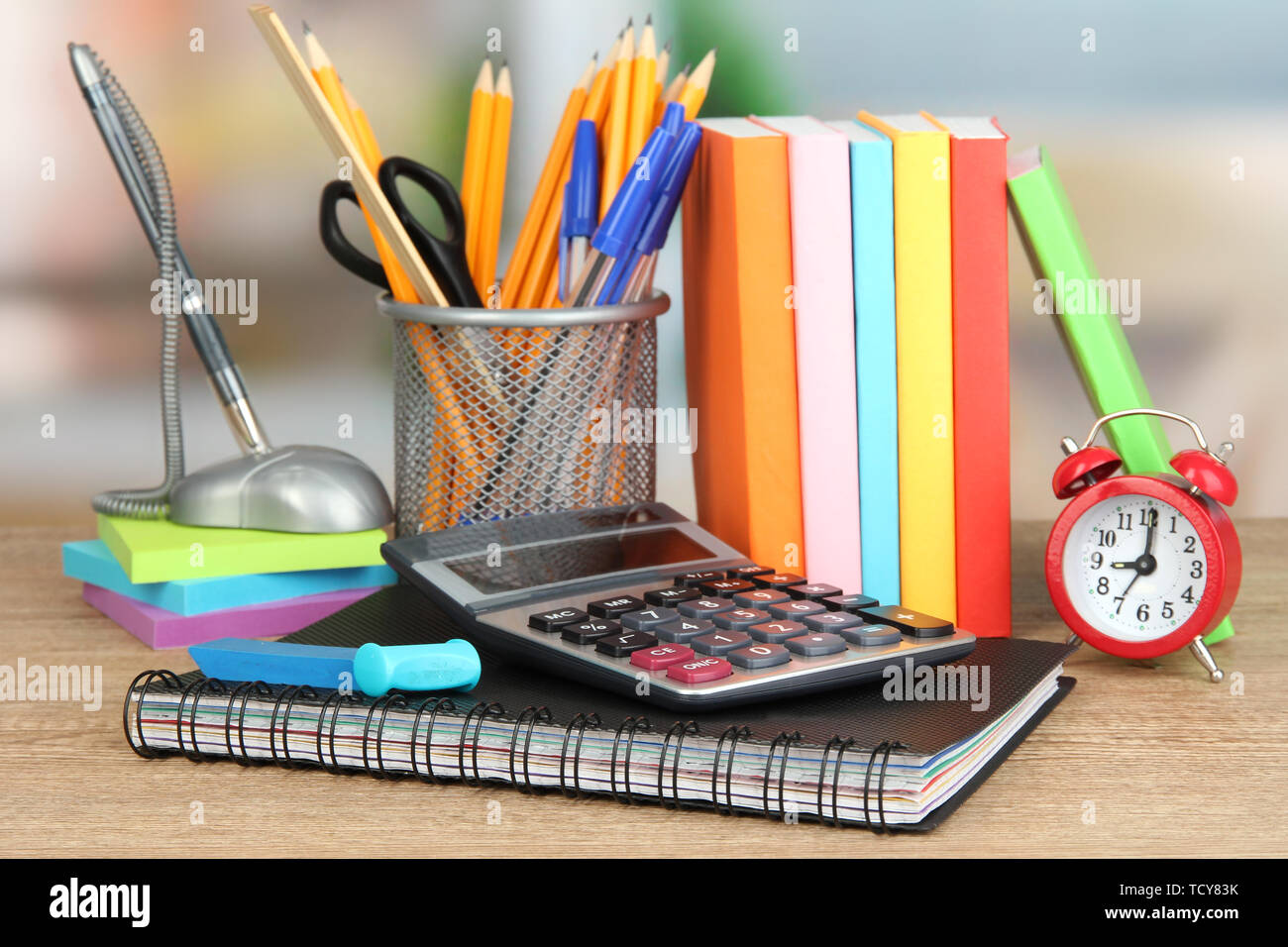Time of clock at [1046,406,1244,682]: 9:01
